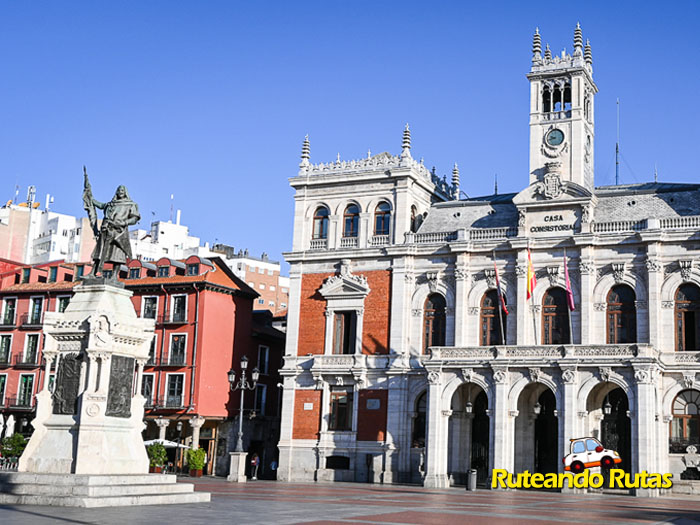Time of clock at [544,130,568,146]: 9:42
